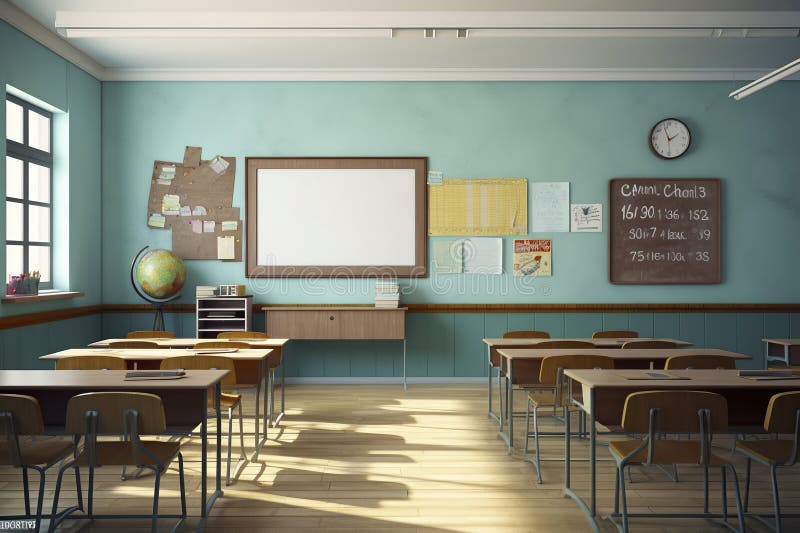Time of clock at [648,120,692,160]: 1:56
